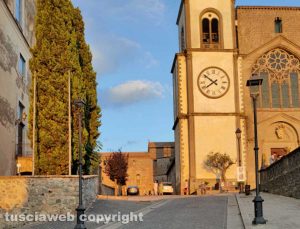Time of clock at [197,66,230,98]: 7:51
